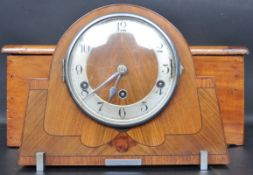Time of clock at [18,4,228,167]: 6:38
